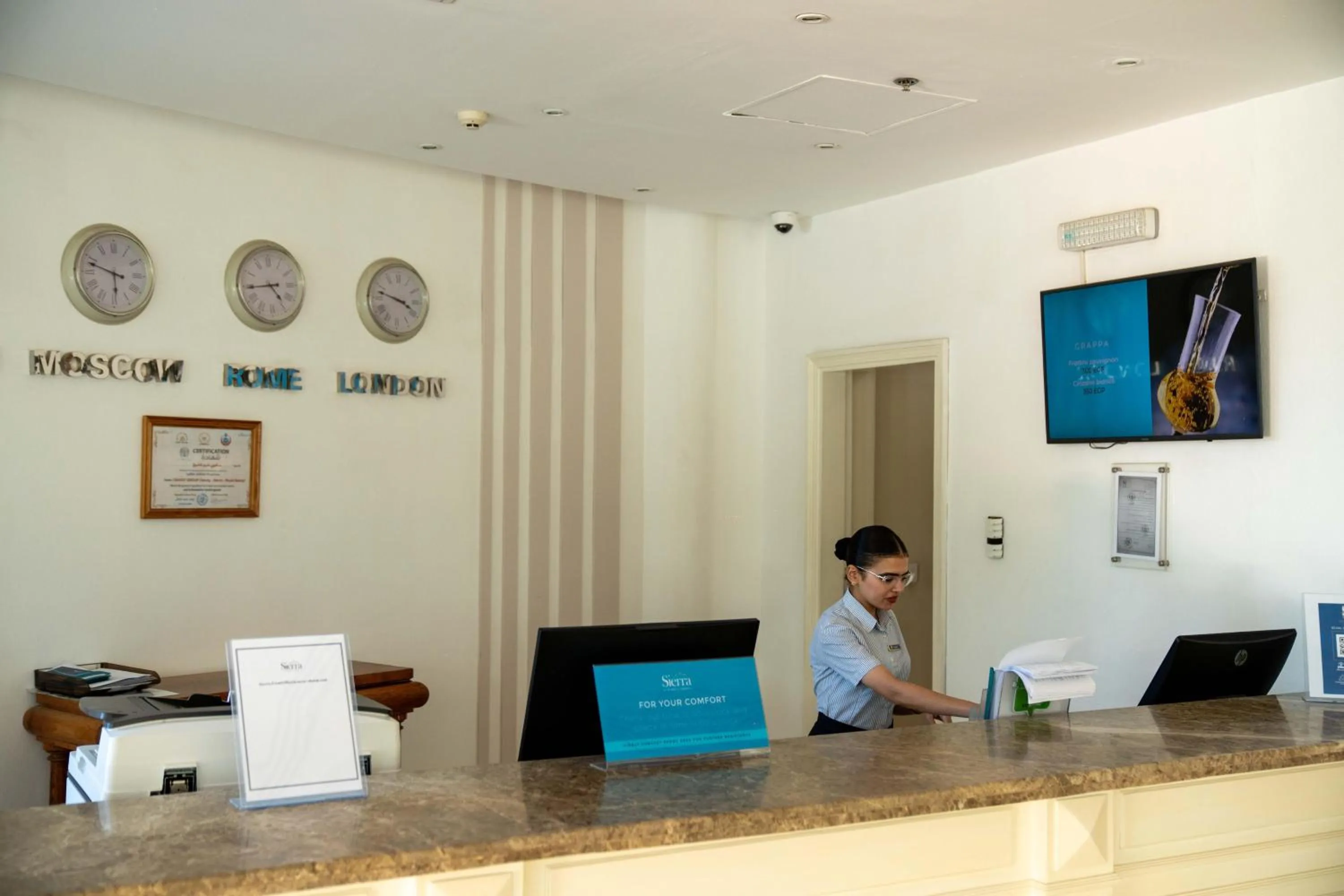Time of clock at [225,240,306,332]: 4:44
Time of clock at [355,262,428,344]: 3:47
